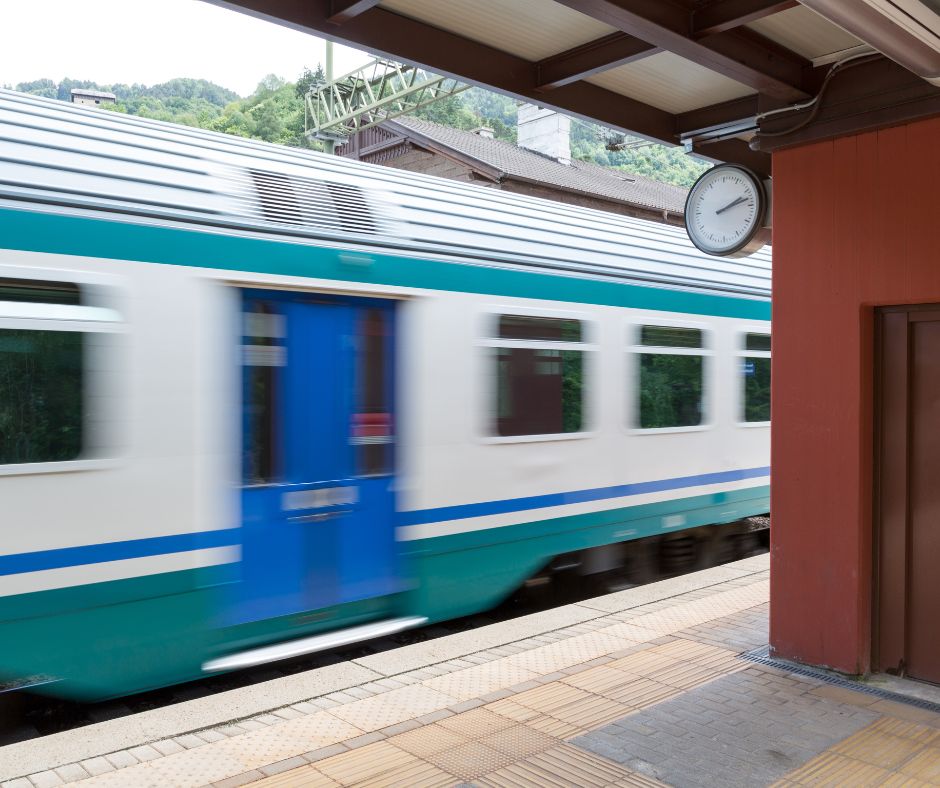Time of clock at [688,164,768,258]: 2:12
